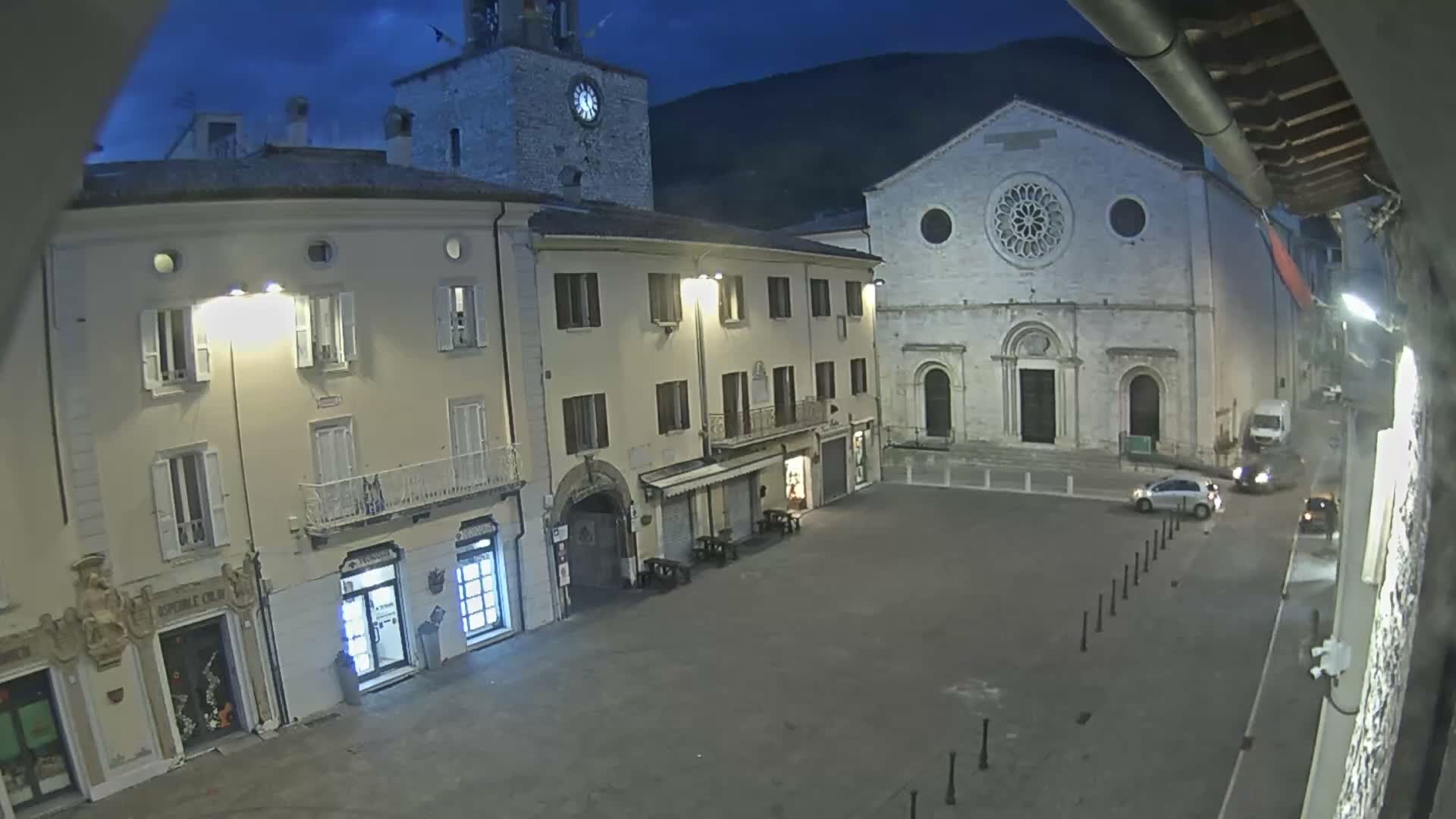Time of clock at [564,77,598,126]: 12:24
